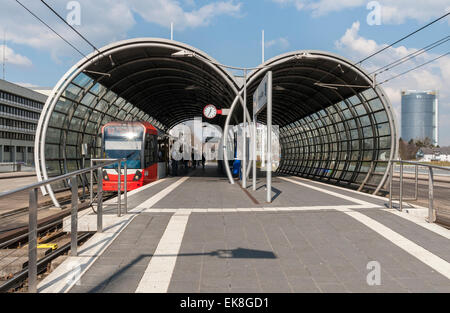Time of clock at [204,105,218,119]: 12:34
